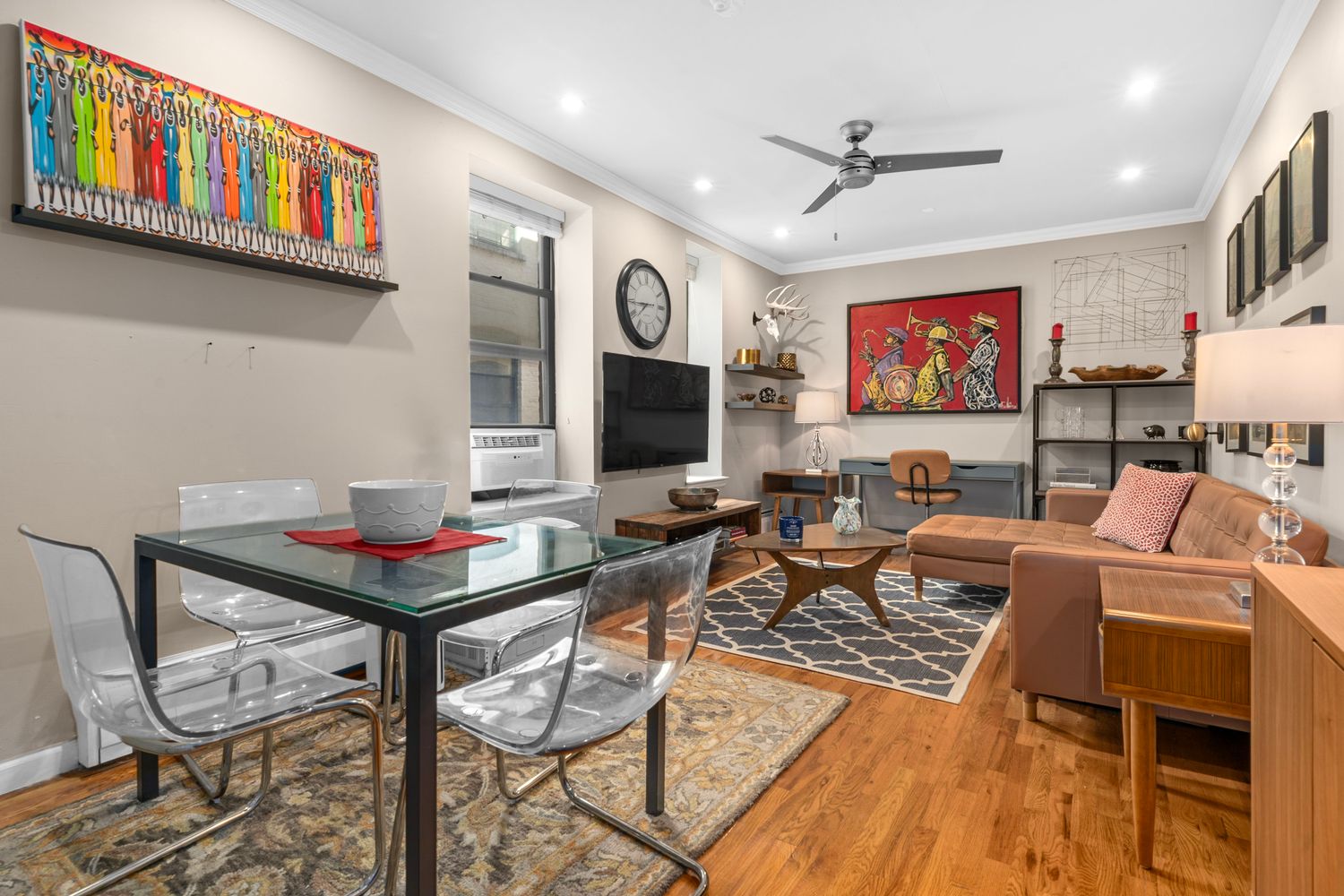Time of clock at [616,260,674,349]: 7:44
